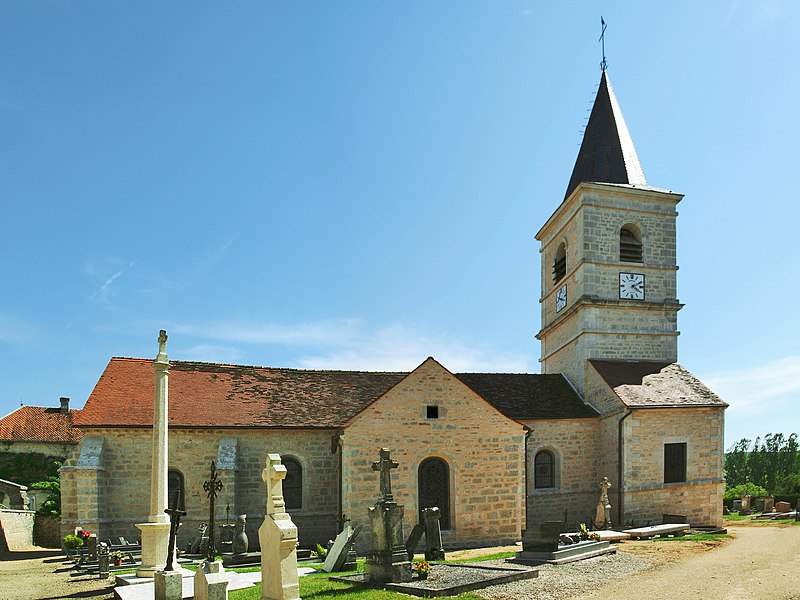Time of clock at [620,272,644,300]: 4:10
